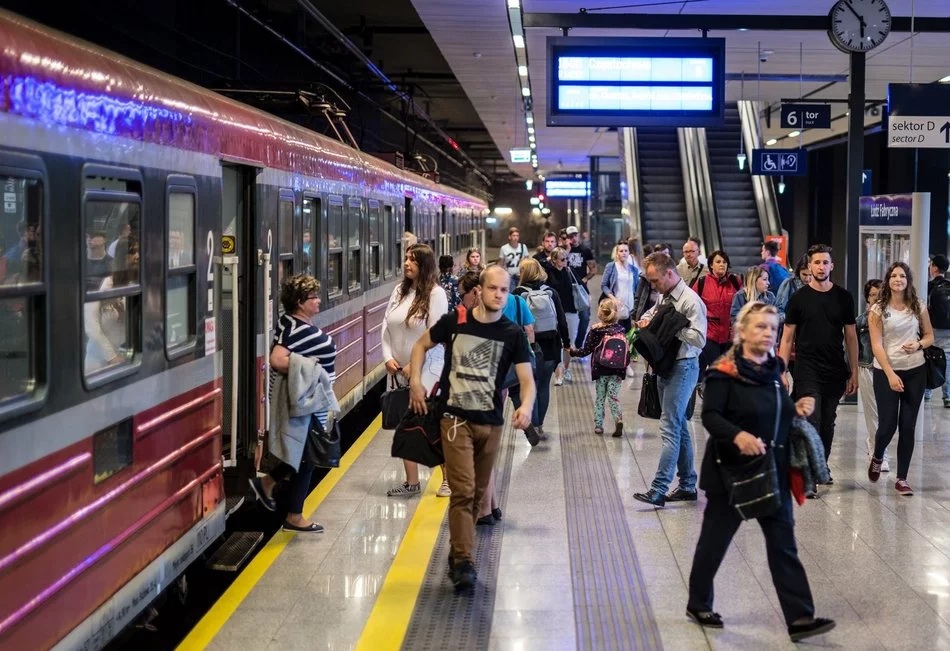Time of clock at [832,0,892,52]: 5:53
